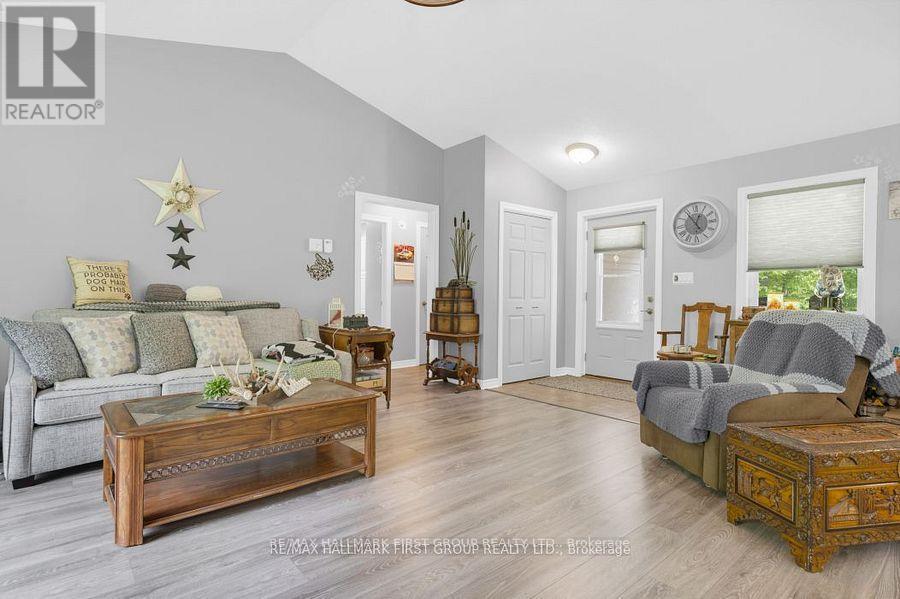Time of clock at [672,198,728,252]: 12:54
